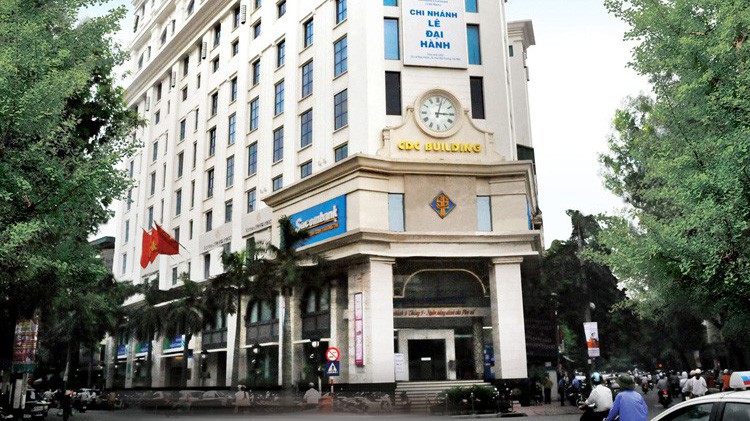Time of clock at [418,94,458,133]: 3:02
